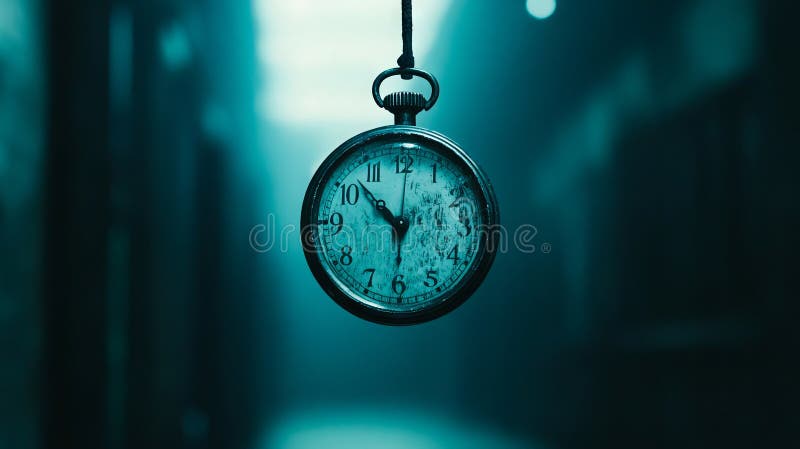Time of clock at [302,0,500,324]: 10:31
